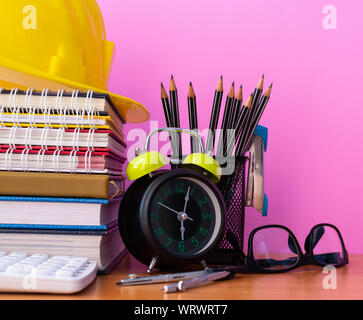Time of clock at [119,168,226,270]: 6:03
